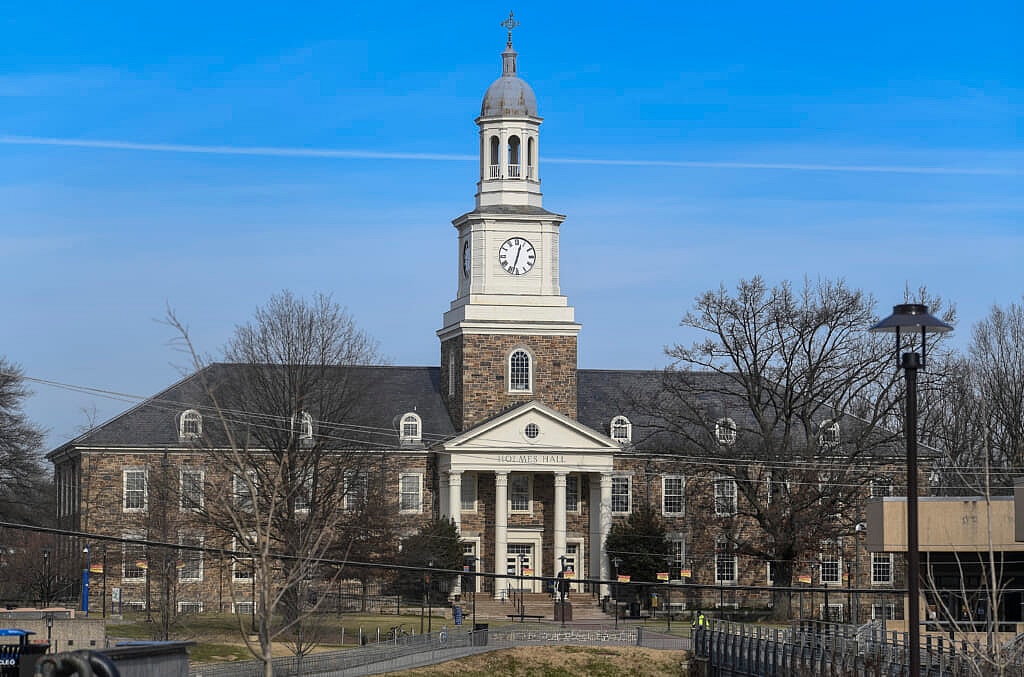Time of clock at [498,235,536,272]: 12:32
